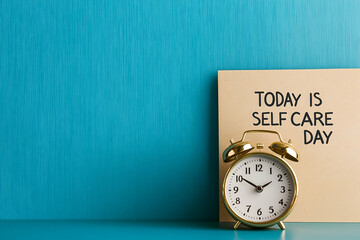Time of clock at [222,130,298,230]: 1:50
